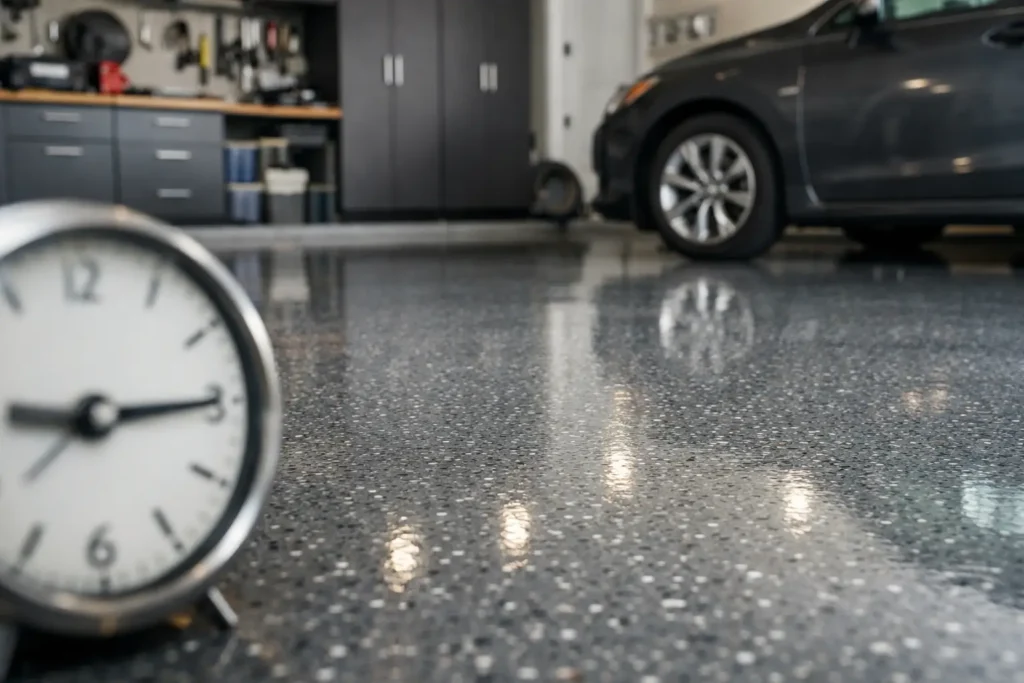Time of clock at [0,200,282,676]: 9:14
